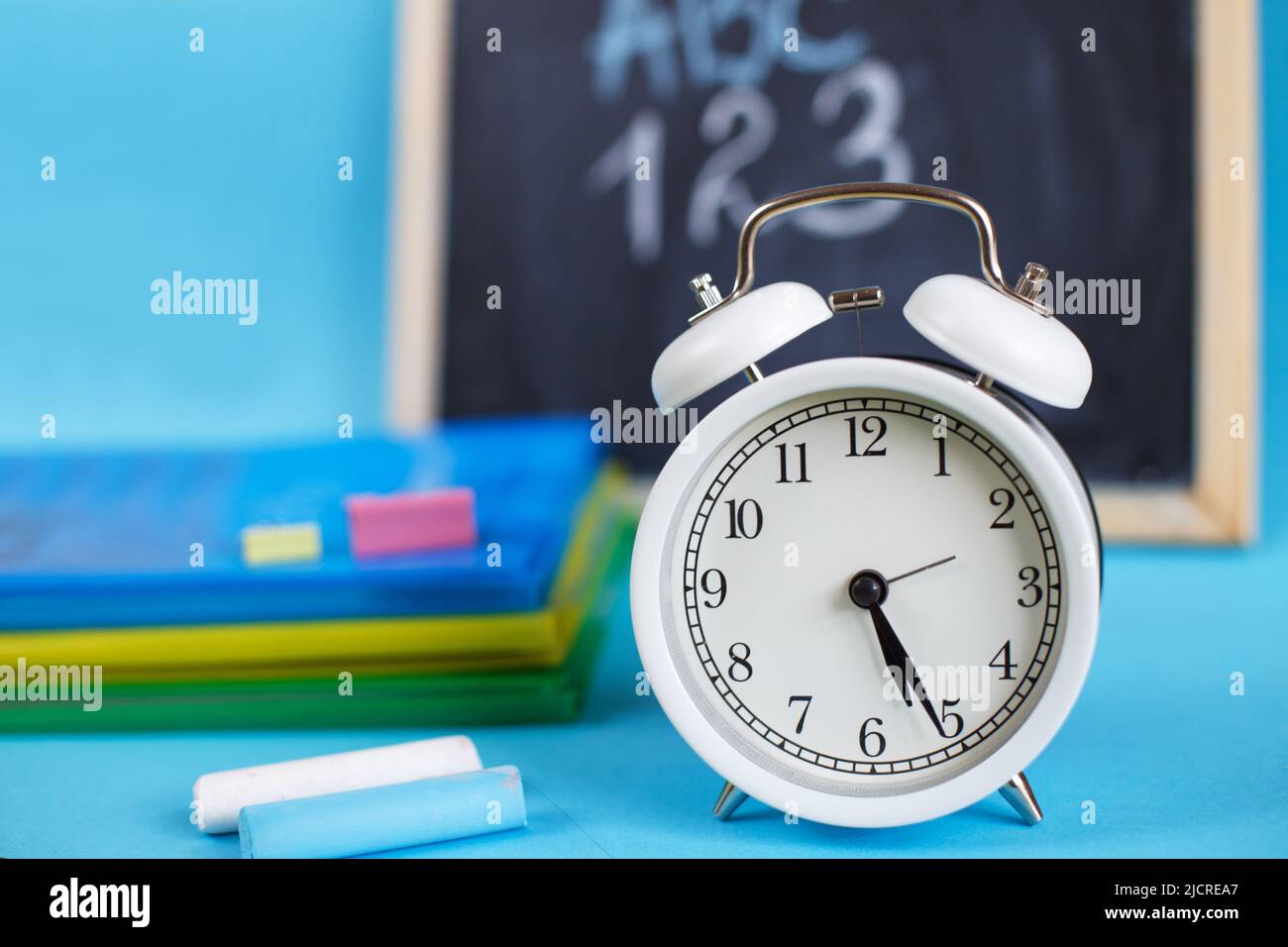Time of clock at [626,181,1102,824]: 5:26
